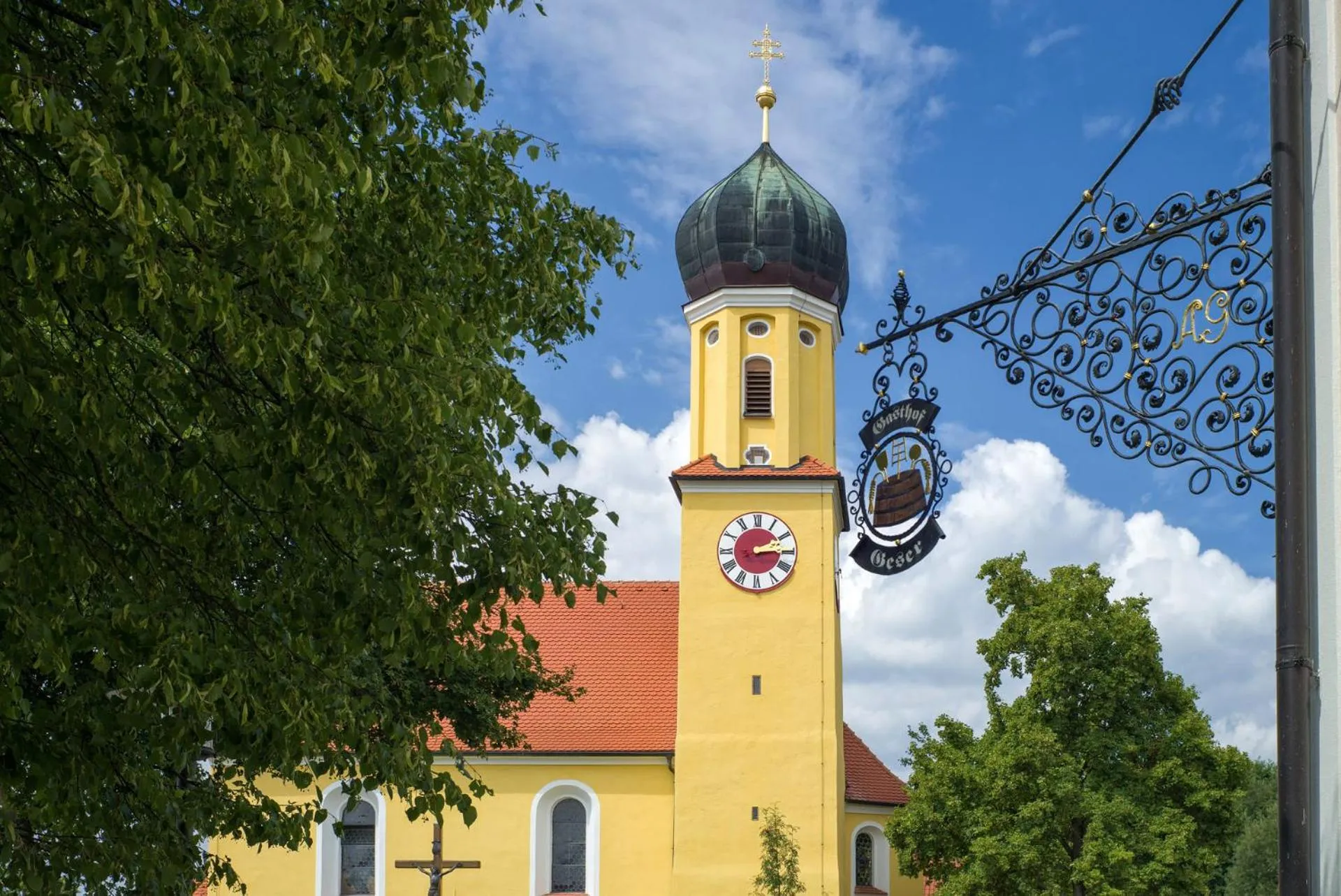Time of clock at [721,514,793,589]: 2:14
